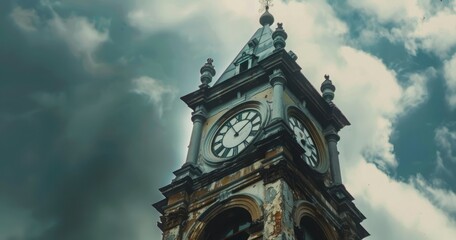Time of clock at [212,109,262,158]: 11:08
